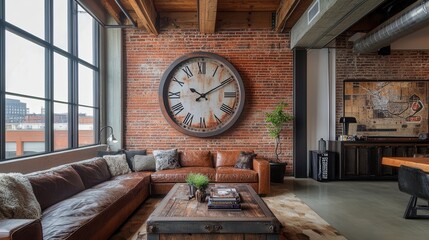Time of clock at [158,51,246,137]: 10:09
